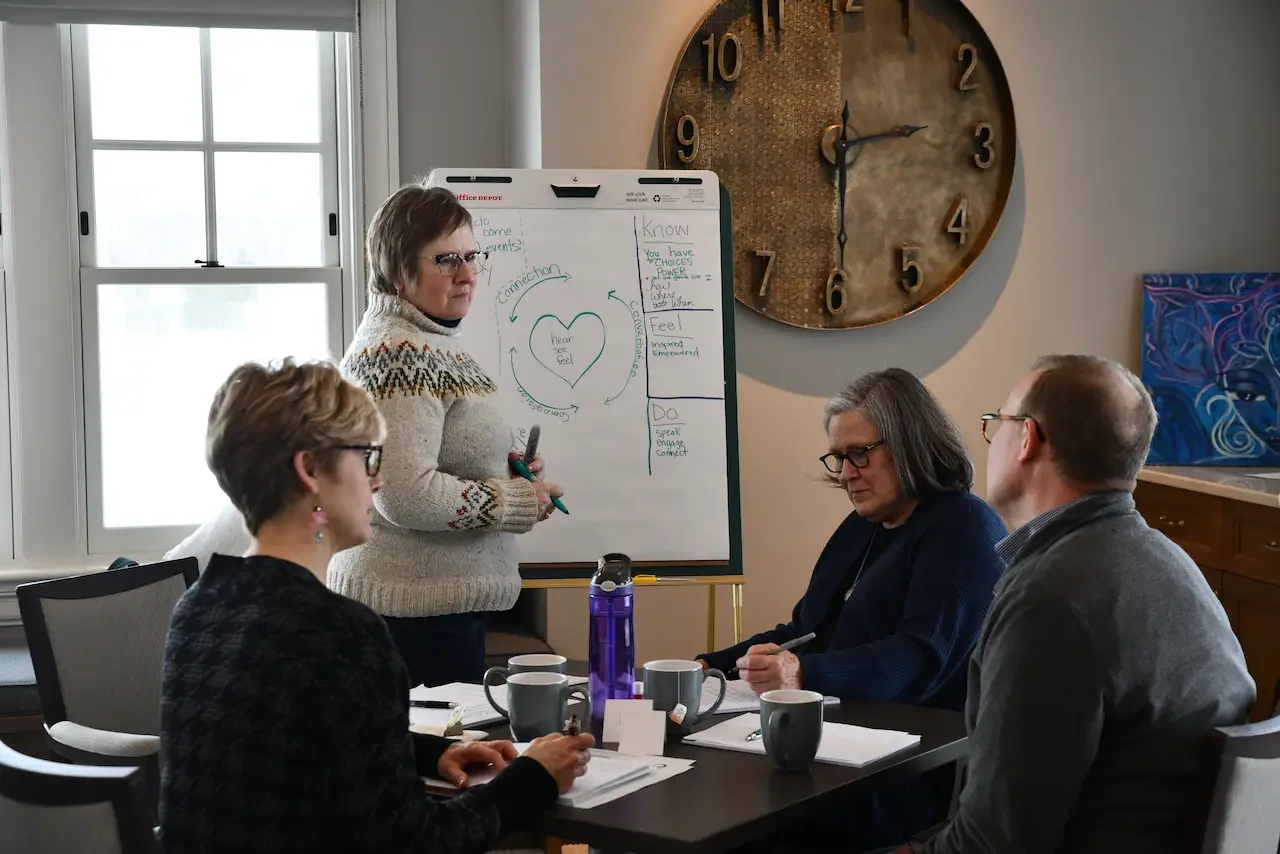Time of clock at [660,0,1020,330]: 2:29
